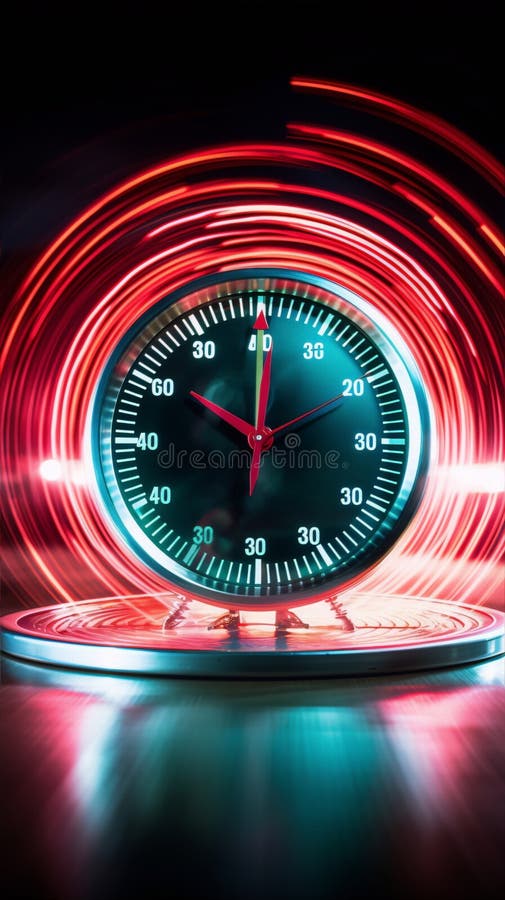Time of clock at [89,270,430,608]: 10:00
